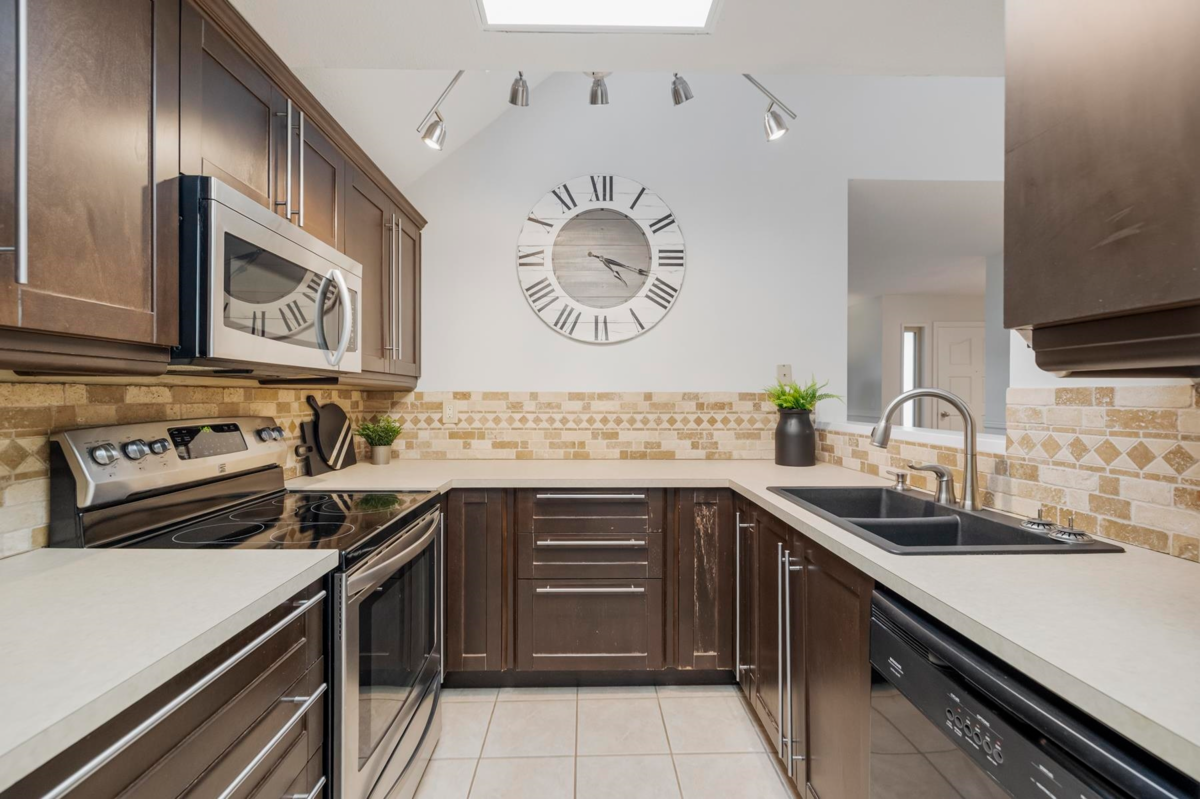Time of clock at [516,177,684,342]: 4:18
